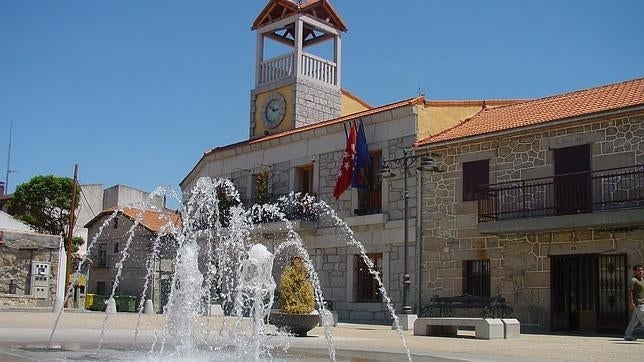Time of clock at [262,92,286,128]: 2:52
